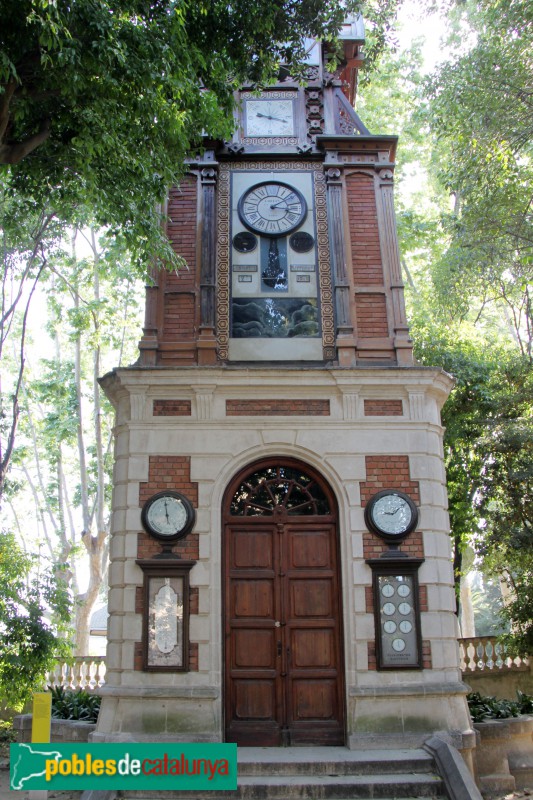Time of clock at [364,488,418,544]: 9:08
